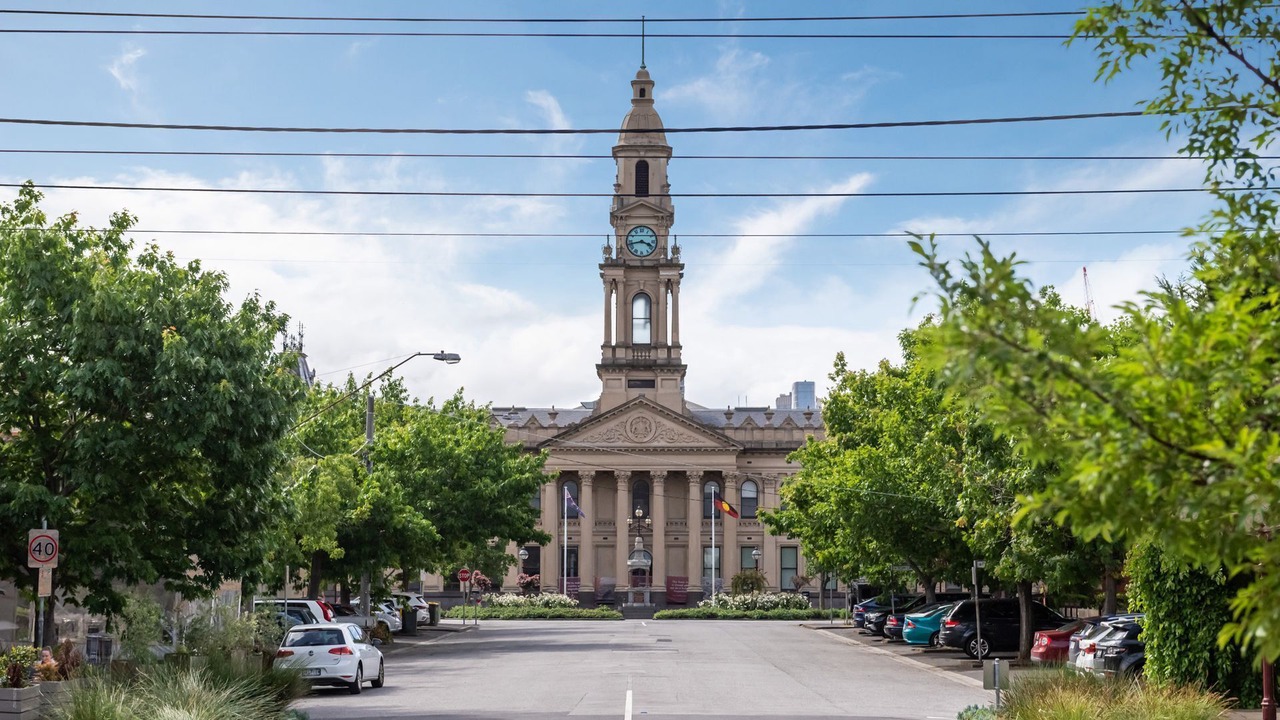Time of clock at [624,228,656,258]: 3:42
